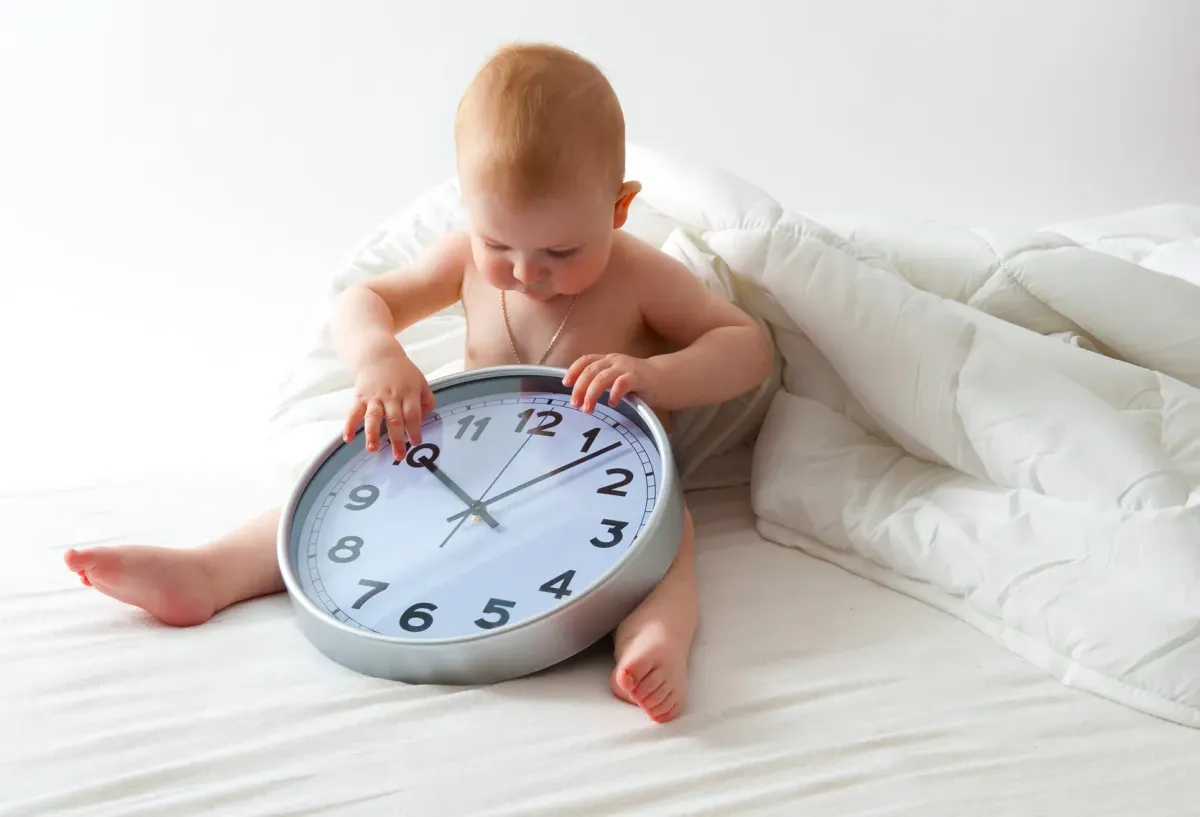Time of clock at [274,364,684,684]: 10:07
